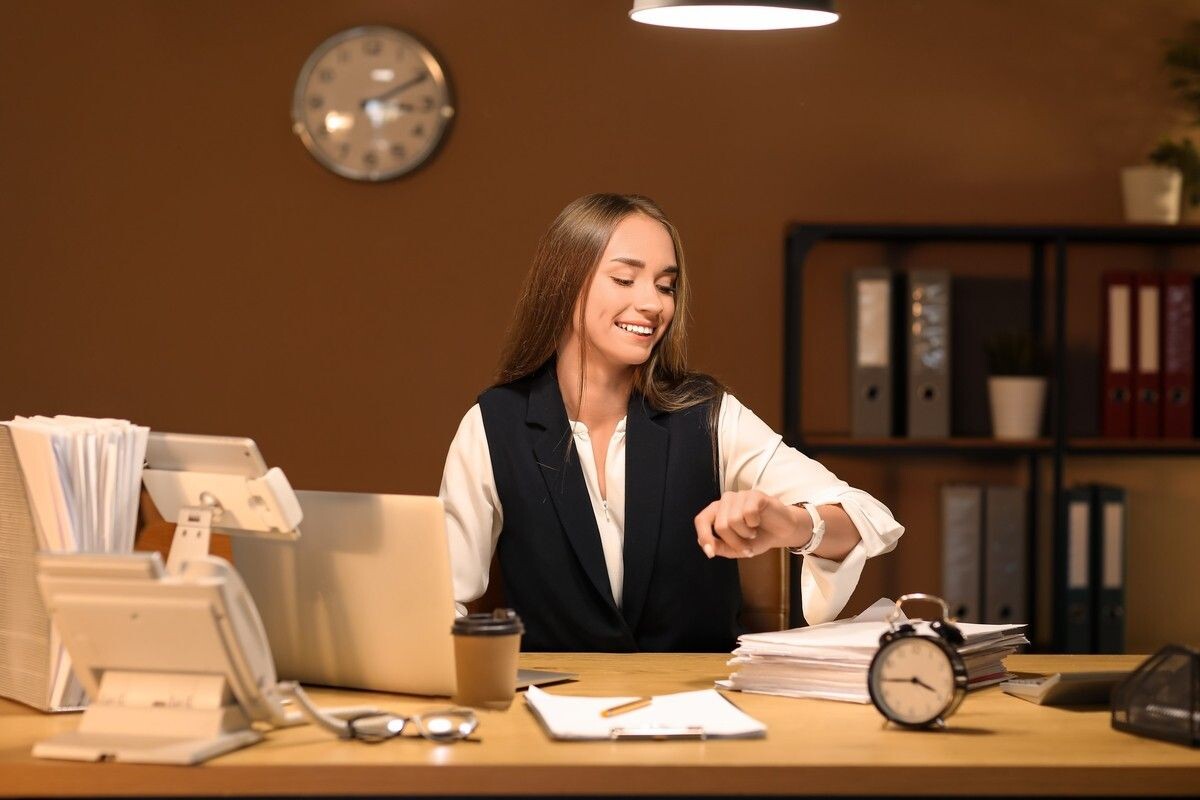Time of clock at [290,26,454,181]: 3:10
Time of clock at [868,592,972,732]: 3:44
